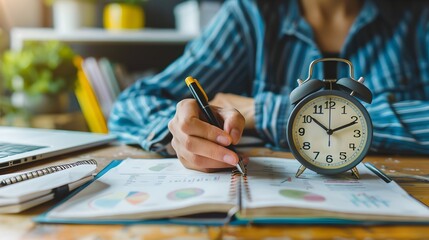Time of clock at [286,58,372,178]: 10:11
